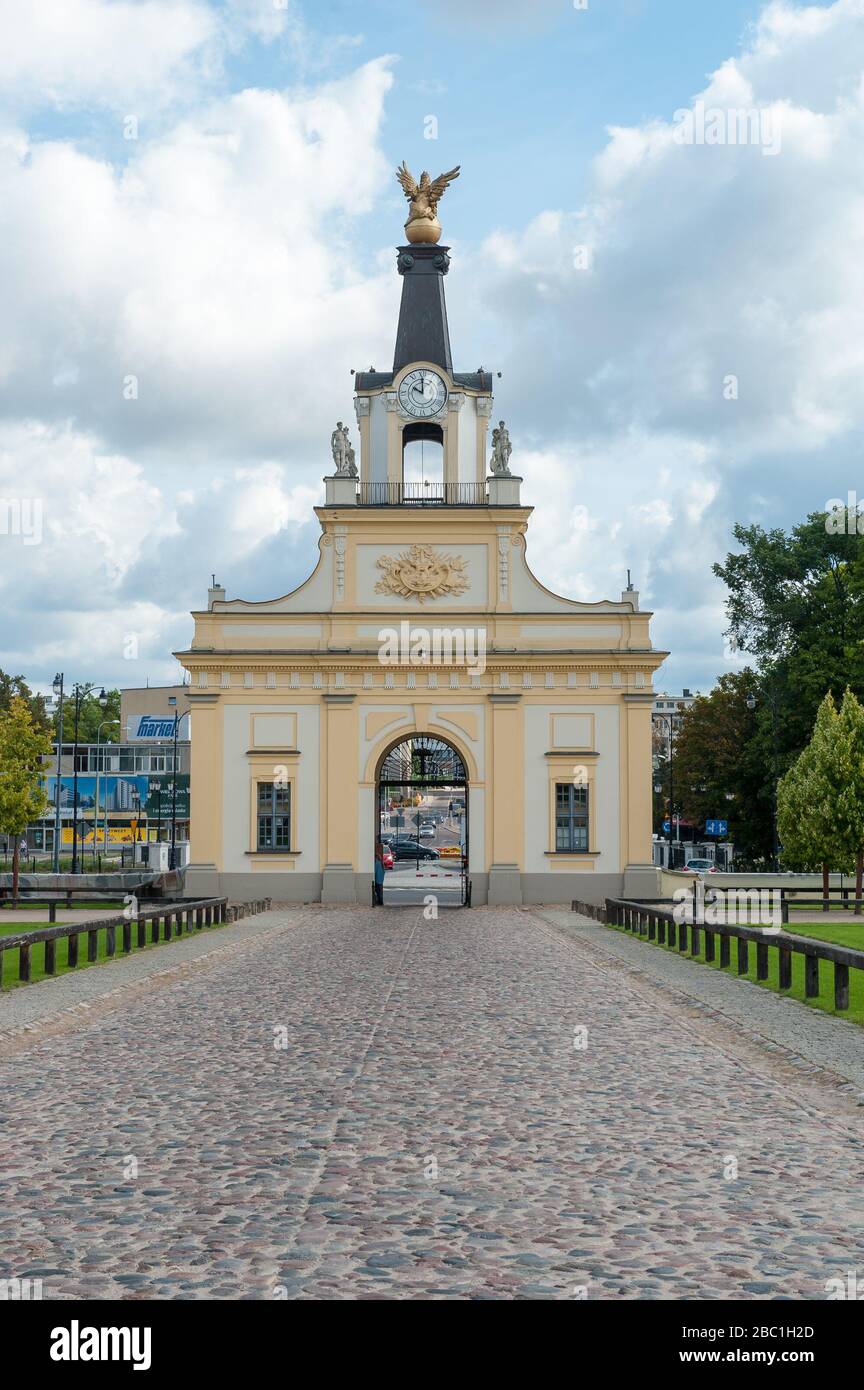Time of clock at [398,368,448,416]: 10:00
